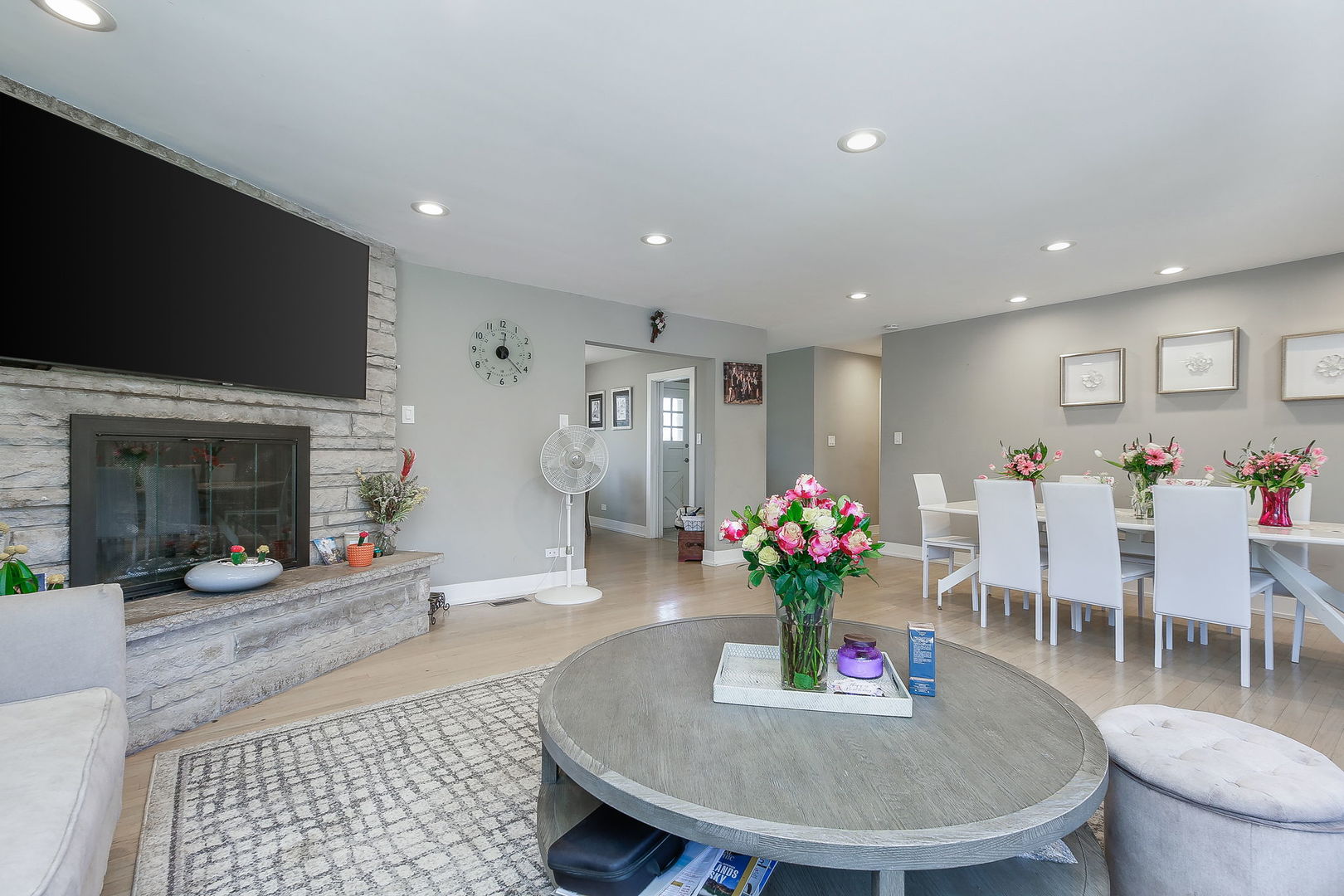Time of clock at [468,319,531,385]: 12:22
